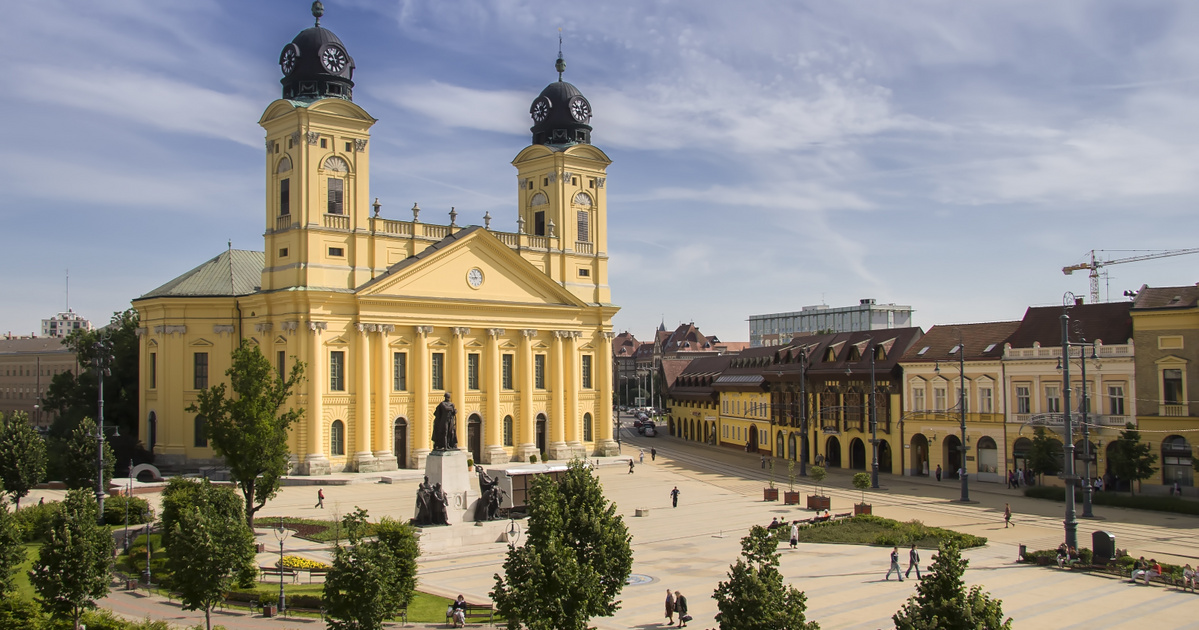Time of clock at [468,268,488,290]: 8:56
